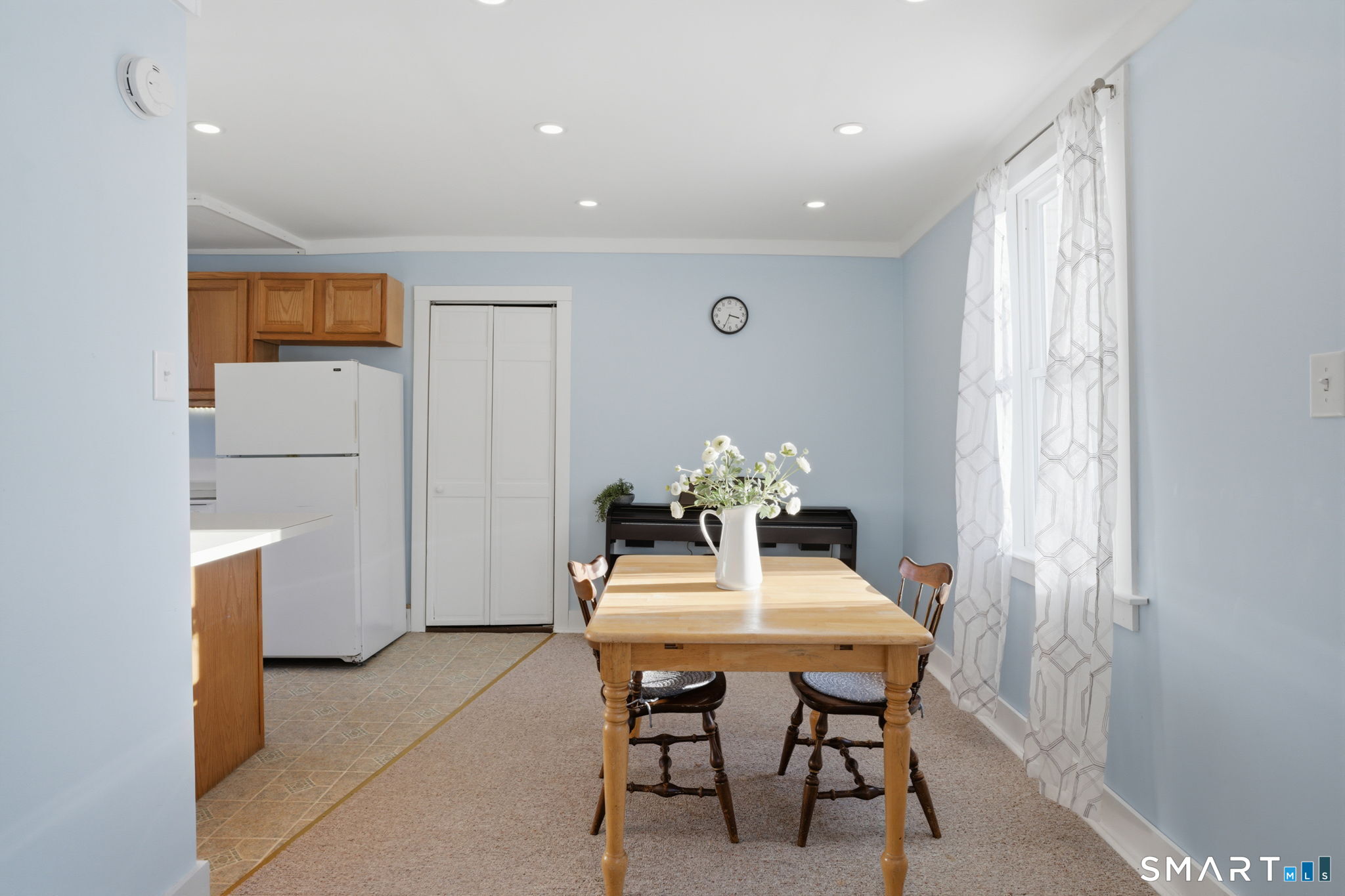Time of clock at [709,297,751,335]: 3:34
